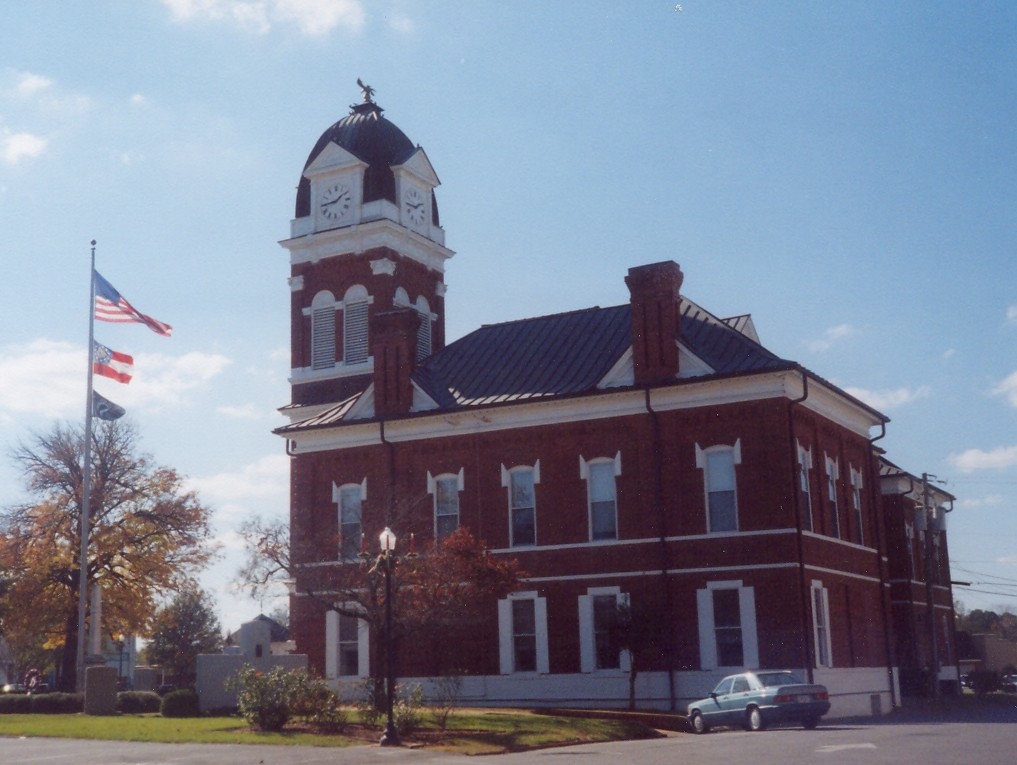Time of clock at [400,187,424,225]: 1:46
